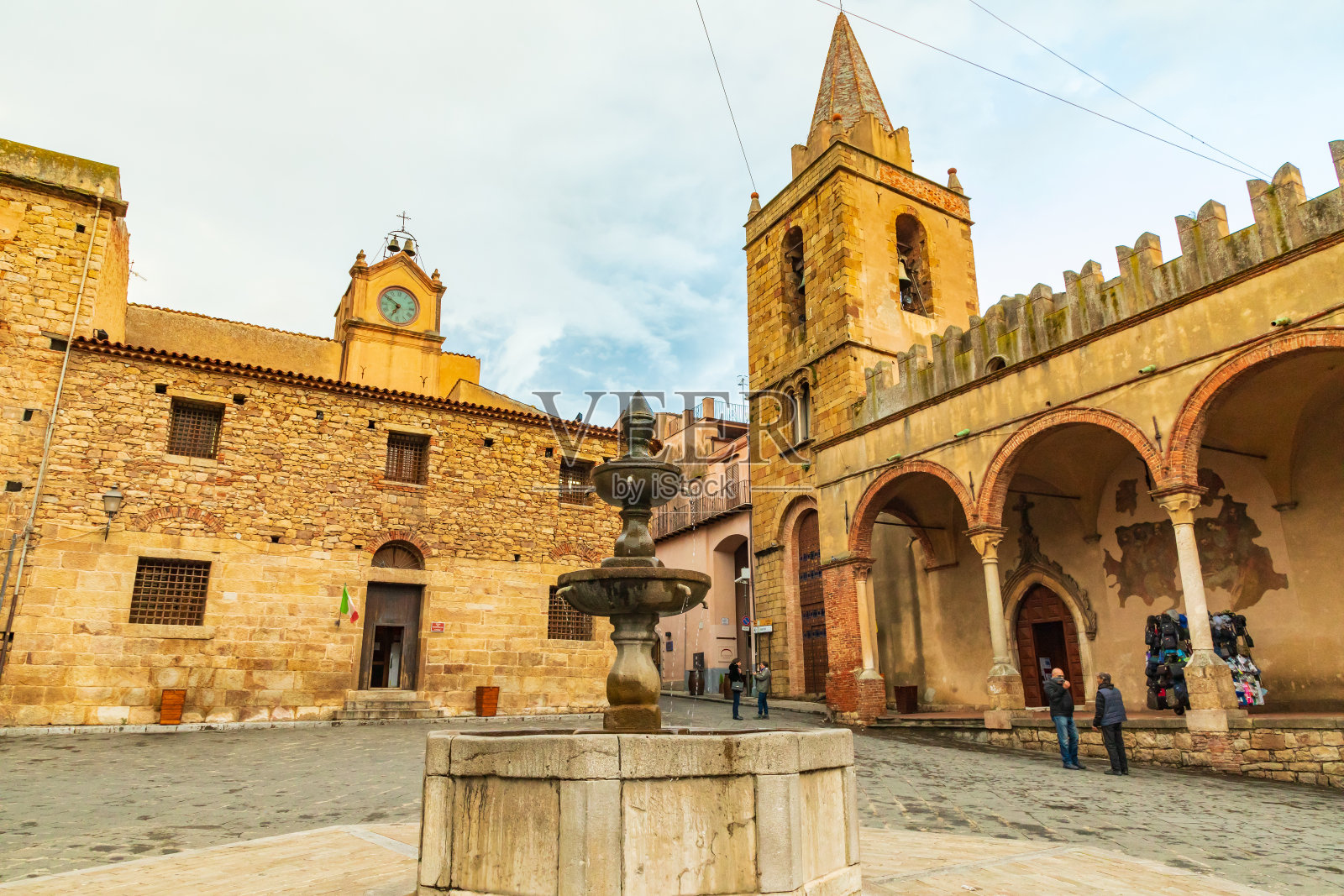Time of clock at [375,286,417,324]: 6:50
